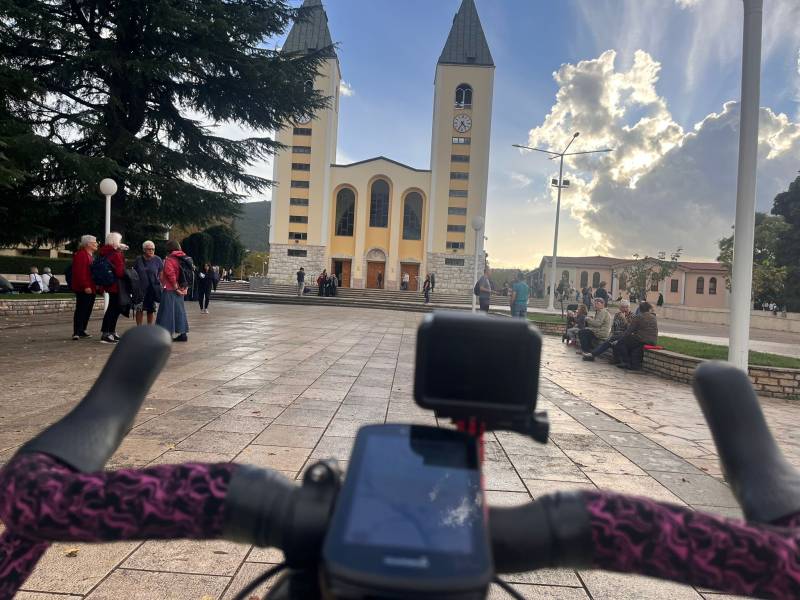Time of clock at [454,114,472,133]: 4:35
